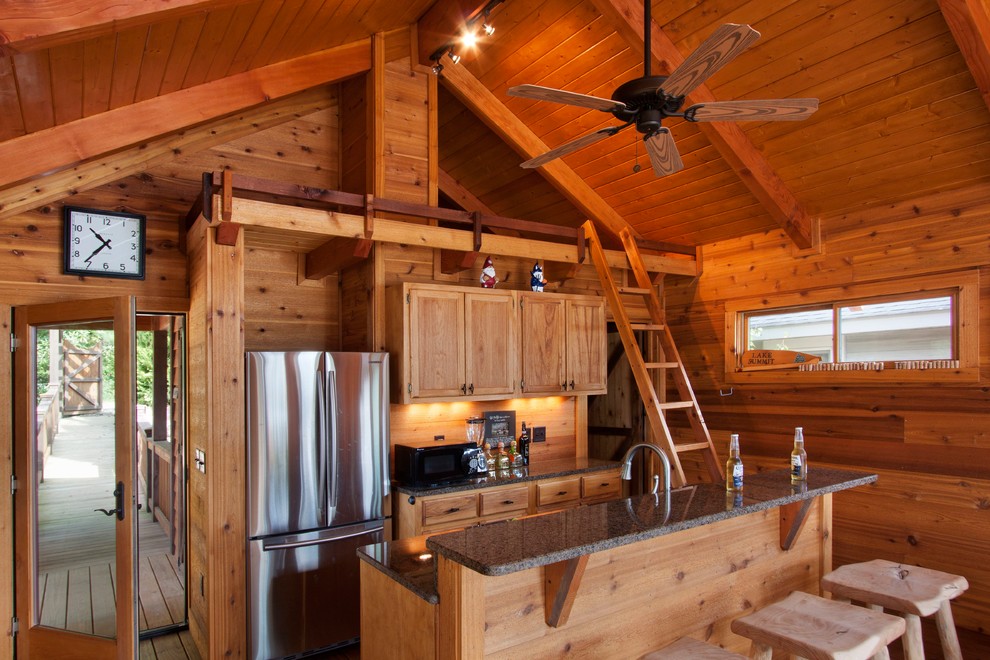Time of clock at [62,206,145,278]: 10:36
